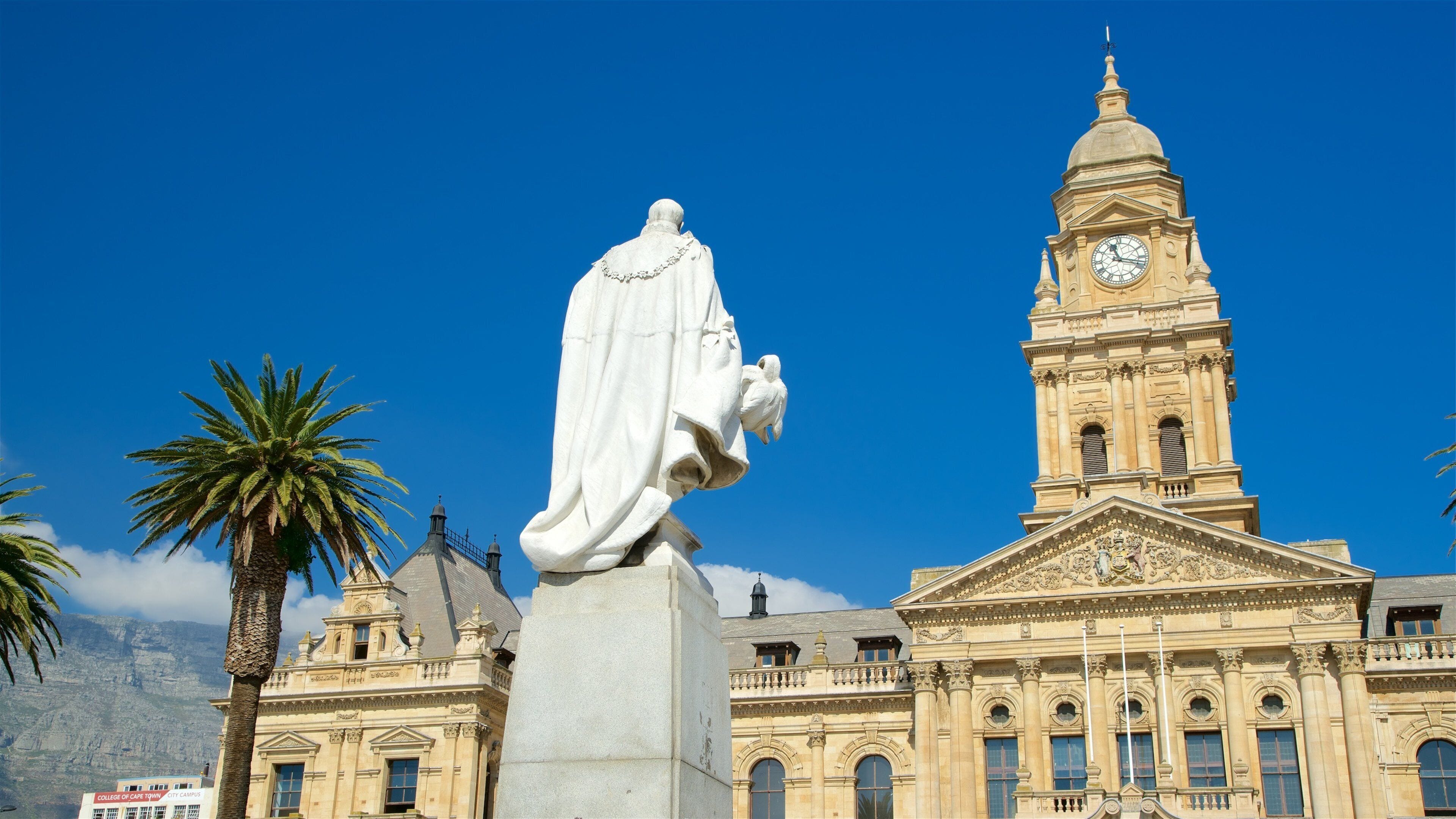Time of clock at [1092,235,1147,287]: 11:17
